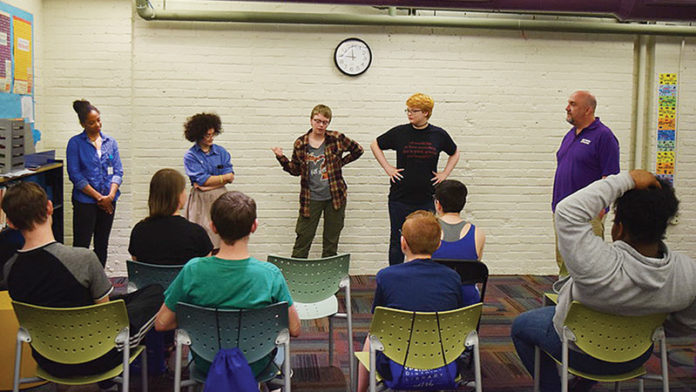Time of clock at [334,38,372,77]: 11:45
